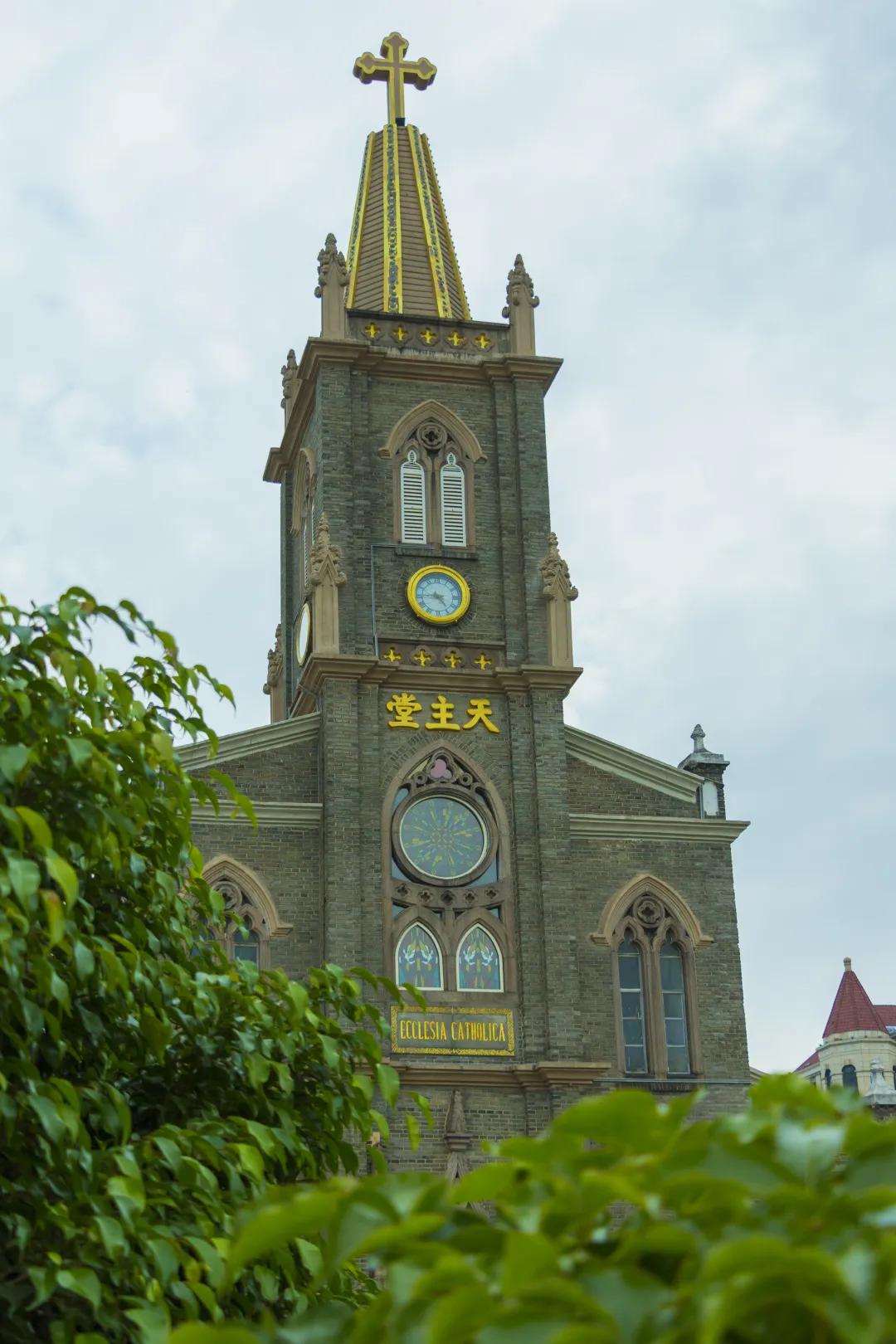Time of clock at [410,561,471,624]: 4:44
